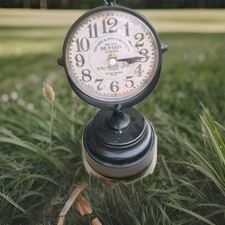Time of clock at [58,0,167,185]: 3:14
